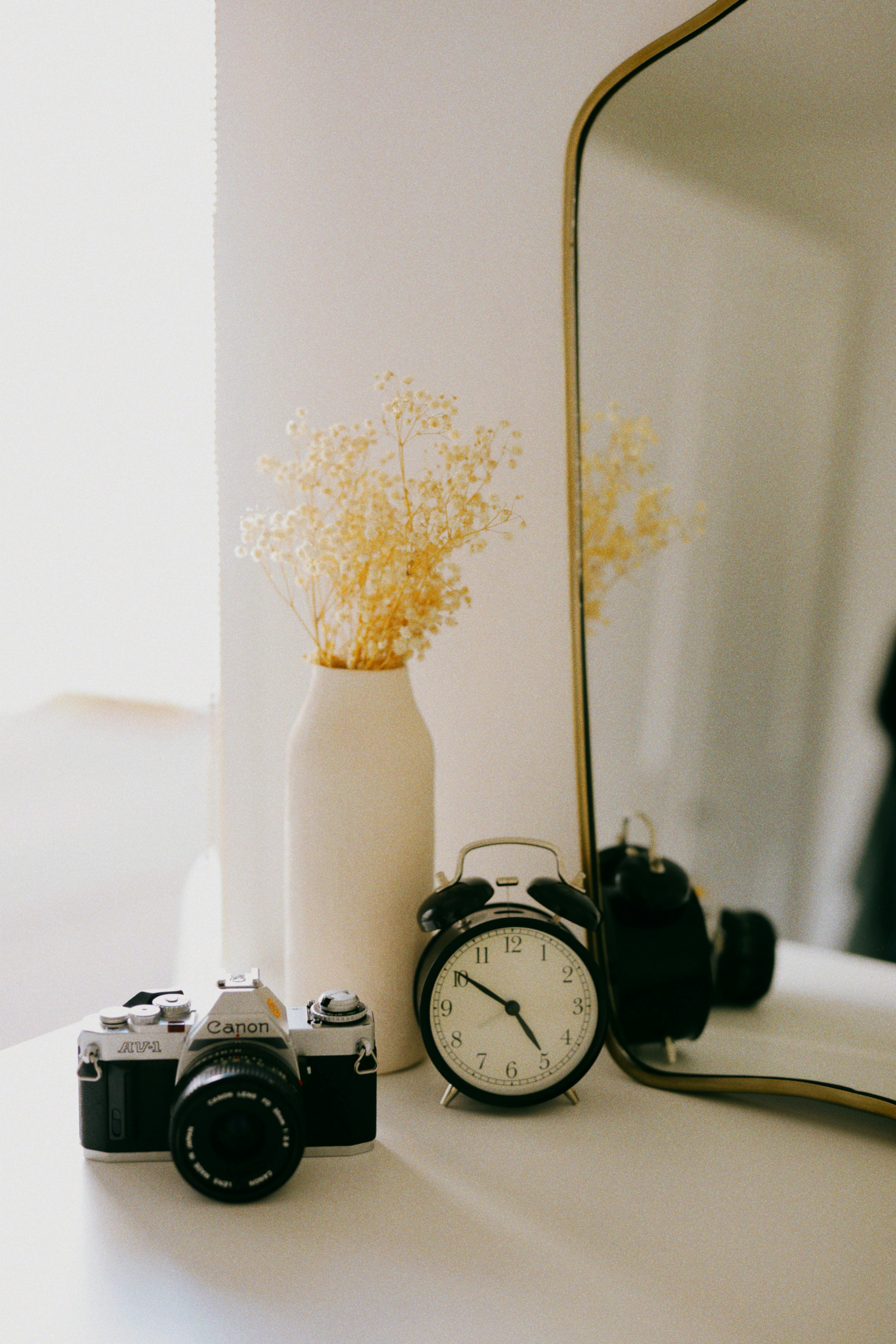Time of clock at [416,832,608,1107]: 4:50
